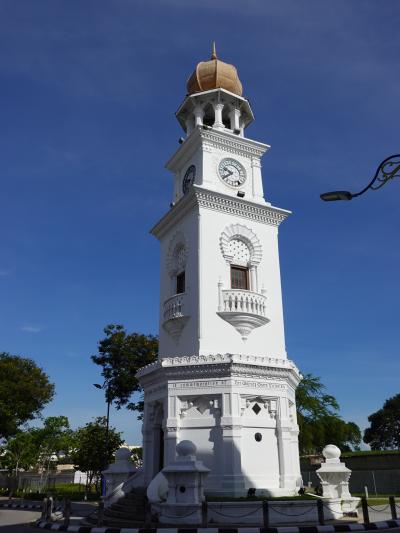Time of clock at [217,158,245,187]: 9:39
